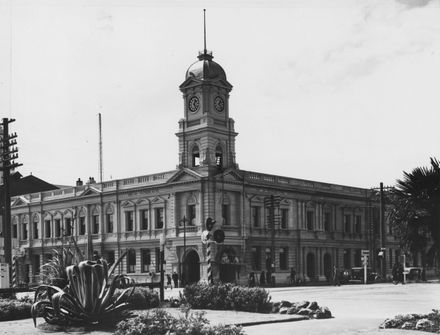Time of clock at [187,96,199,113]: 1:24
